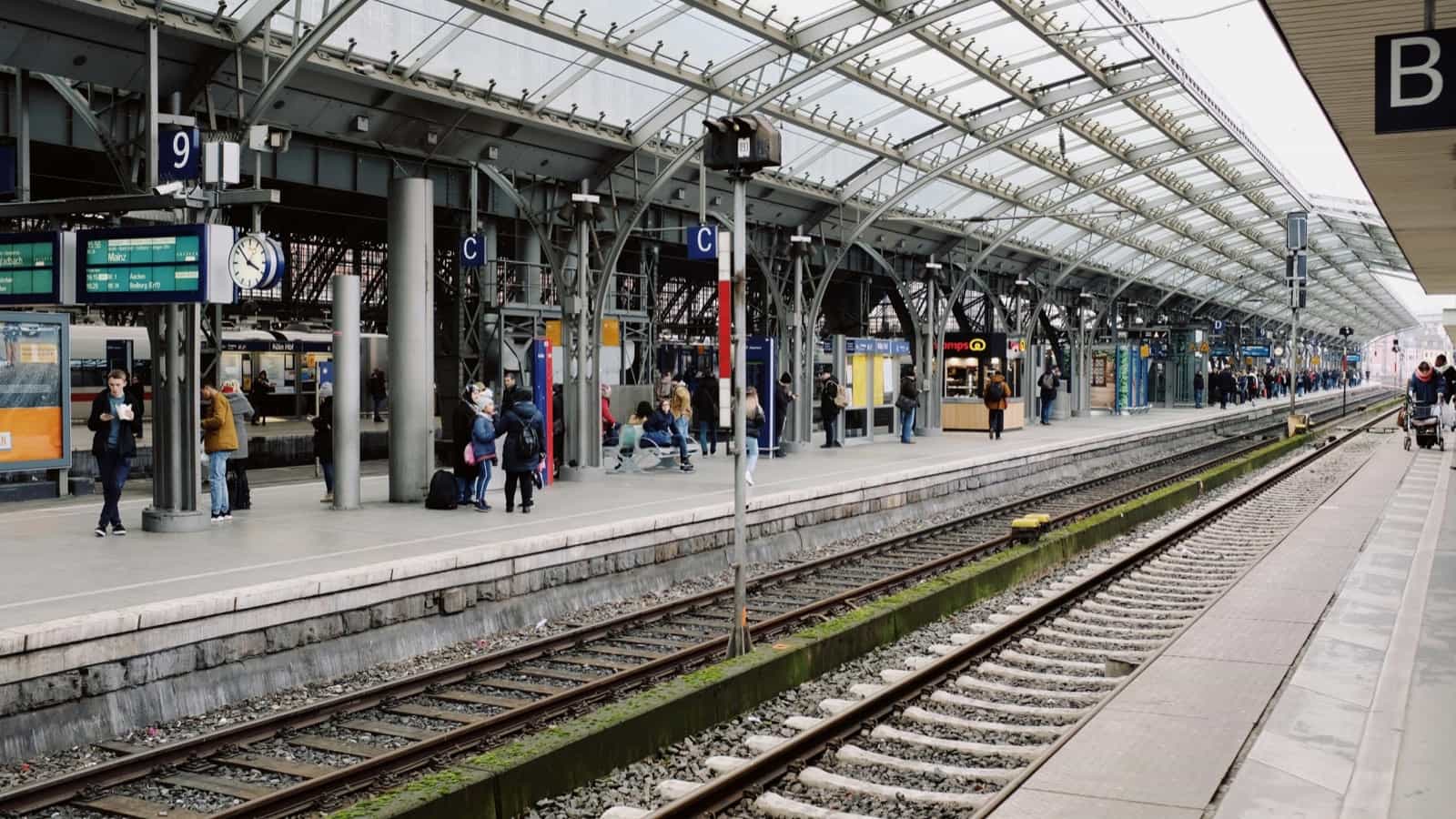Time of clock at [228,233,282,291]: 3:52
